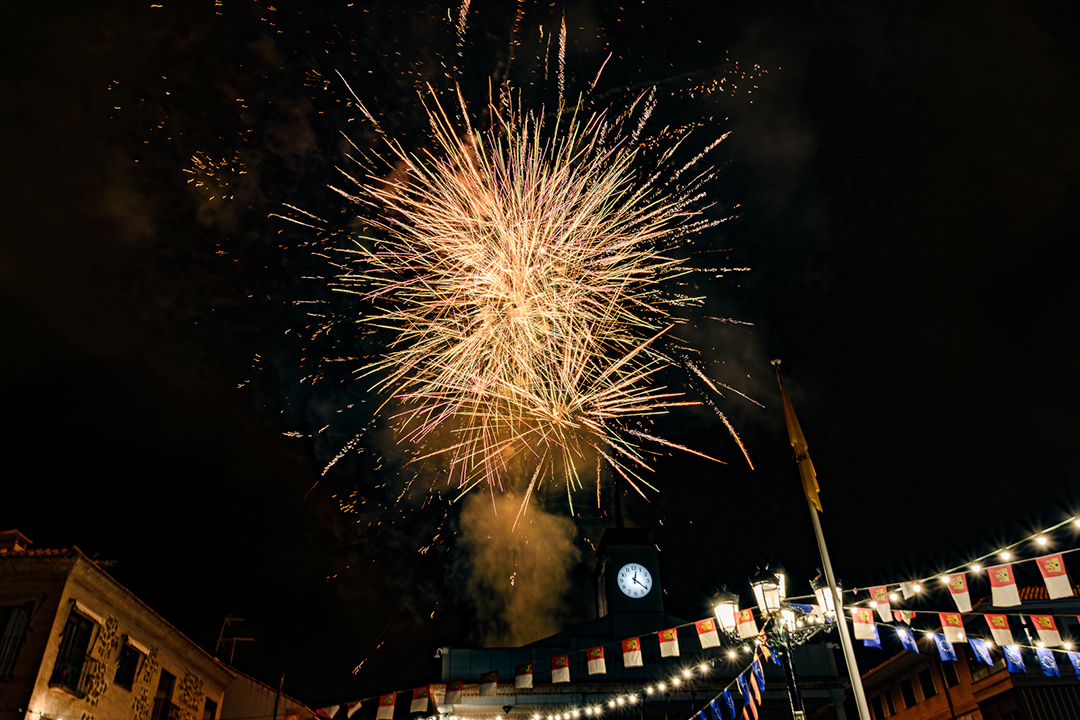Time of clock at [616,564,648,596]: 12:21
